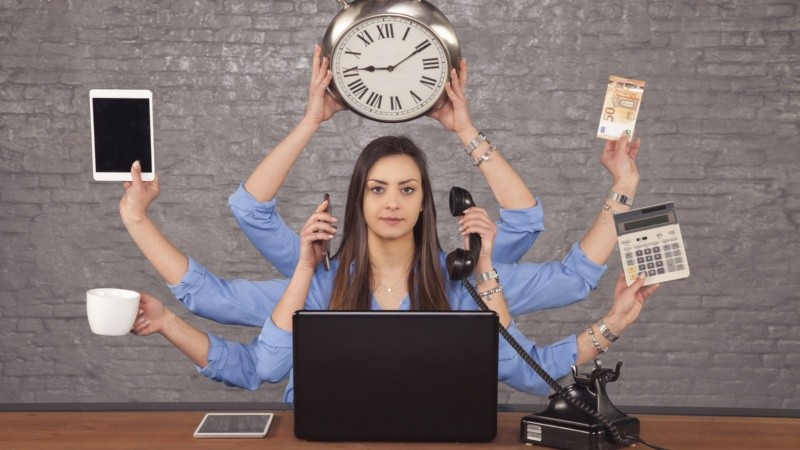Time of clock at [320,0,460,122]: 9:10
